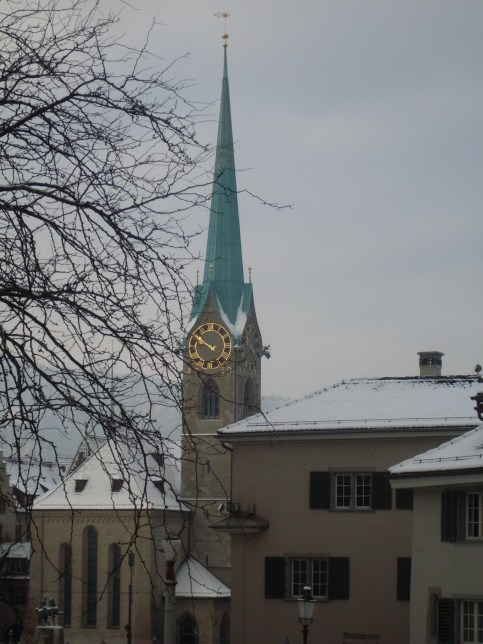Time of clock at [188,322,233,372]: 9:50
